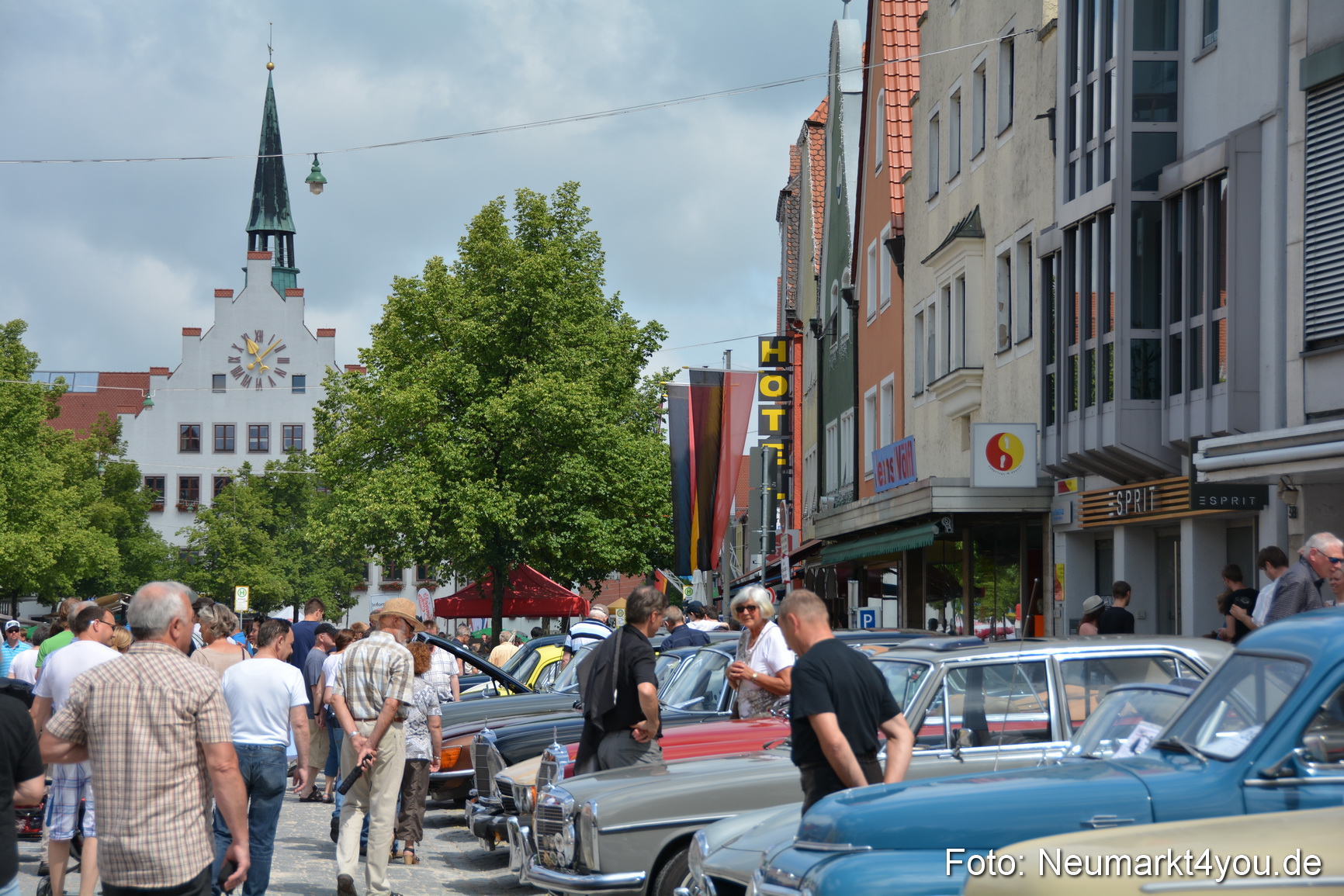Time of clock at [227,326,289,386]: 11:07
